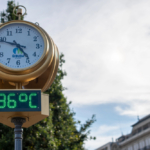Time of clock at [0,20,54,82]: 4:48
